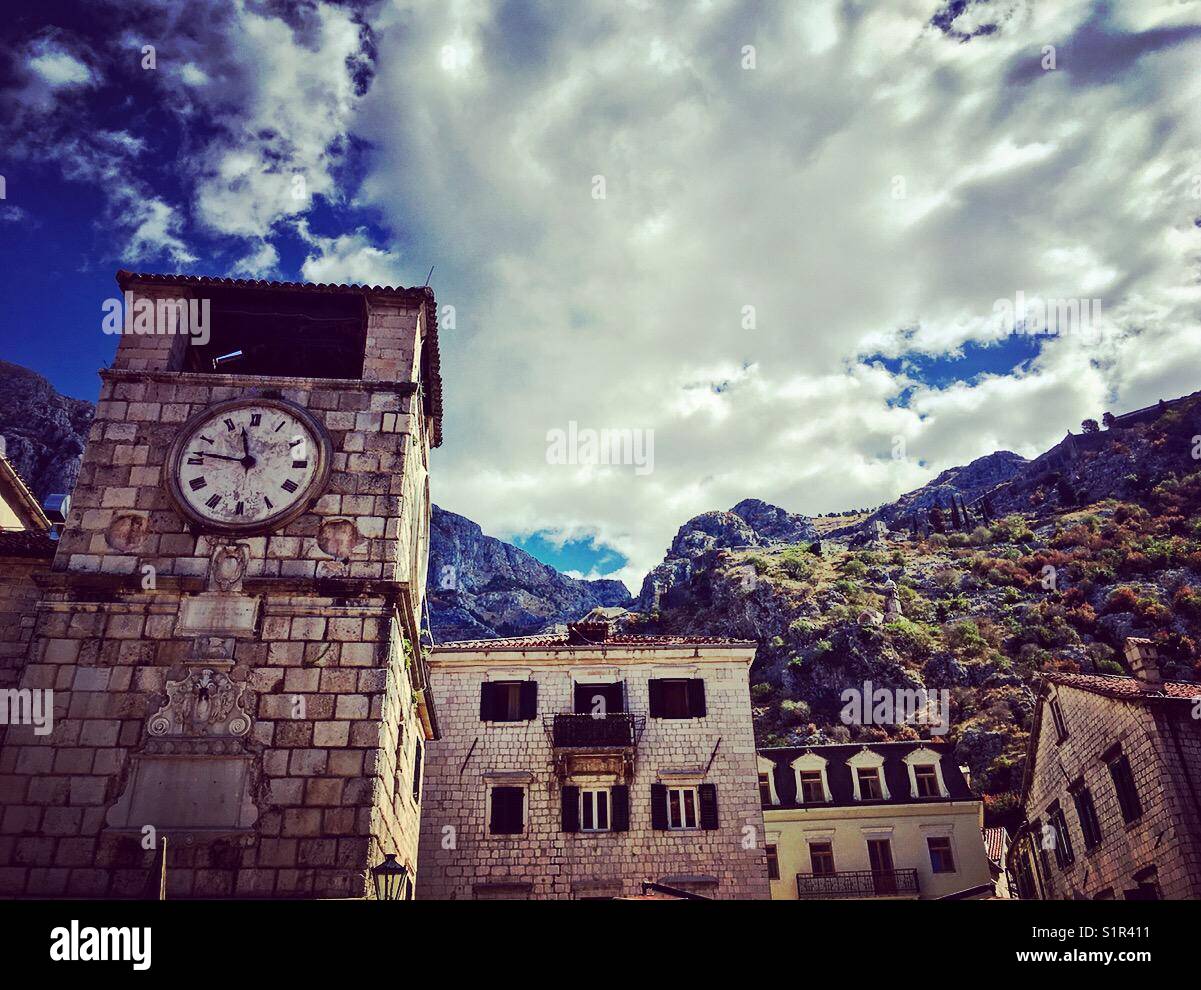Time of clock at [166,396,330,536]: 11:46
